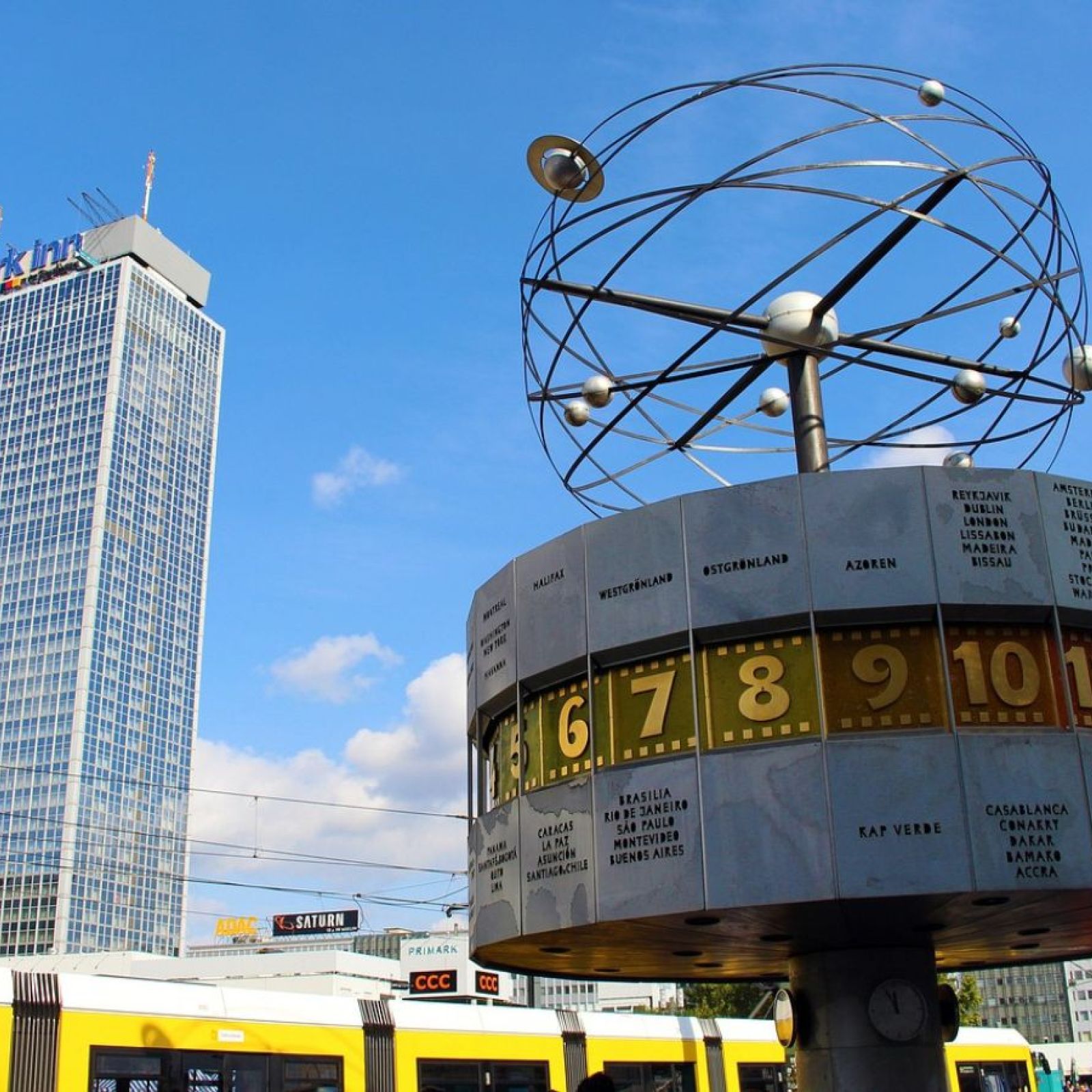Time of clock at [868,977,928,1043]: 11:55
